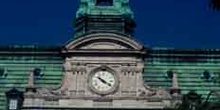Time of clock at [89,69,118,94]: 10:20
